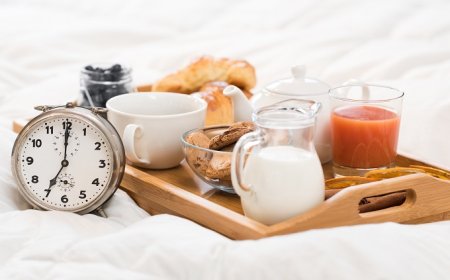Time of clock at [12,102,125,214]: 7:00
